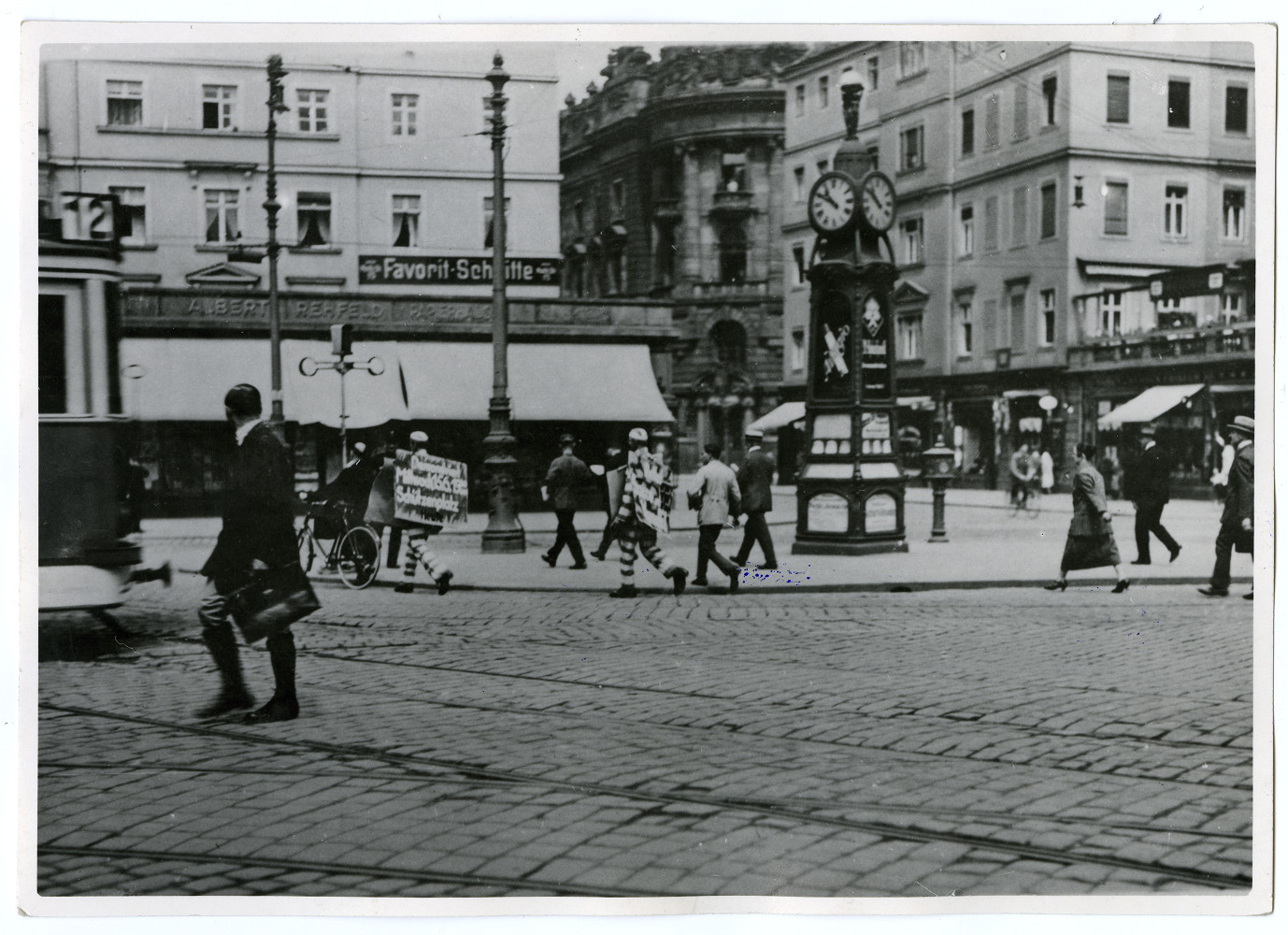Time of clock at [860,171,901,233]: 10:51
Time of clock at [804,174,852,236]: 10:50
